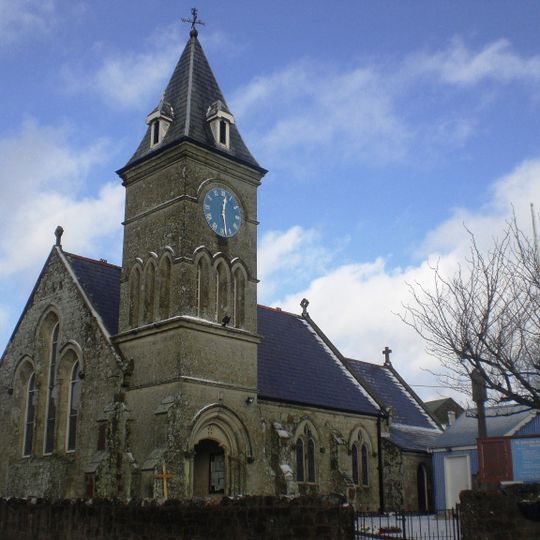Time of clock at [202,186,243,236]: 12:28
